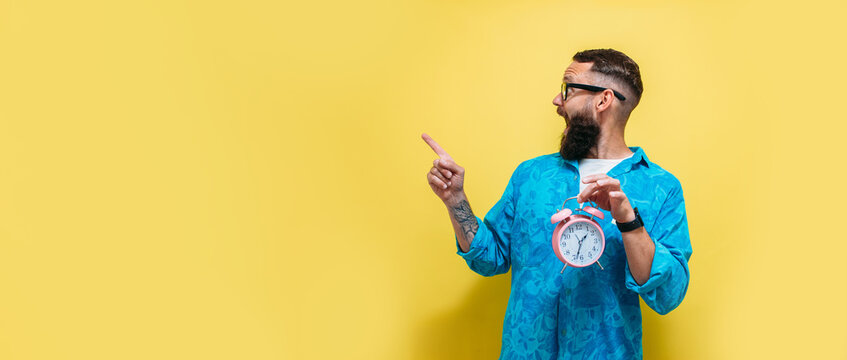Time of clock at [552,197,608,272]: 1:33
